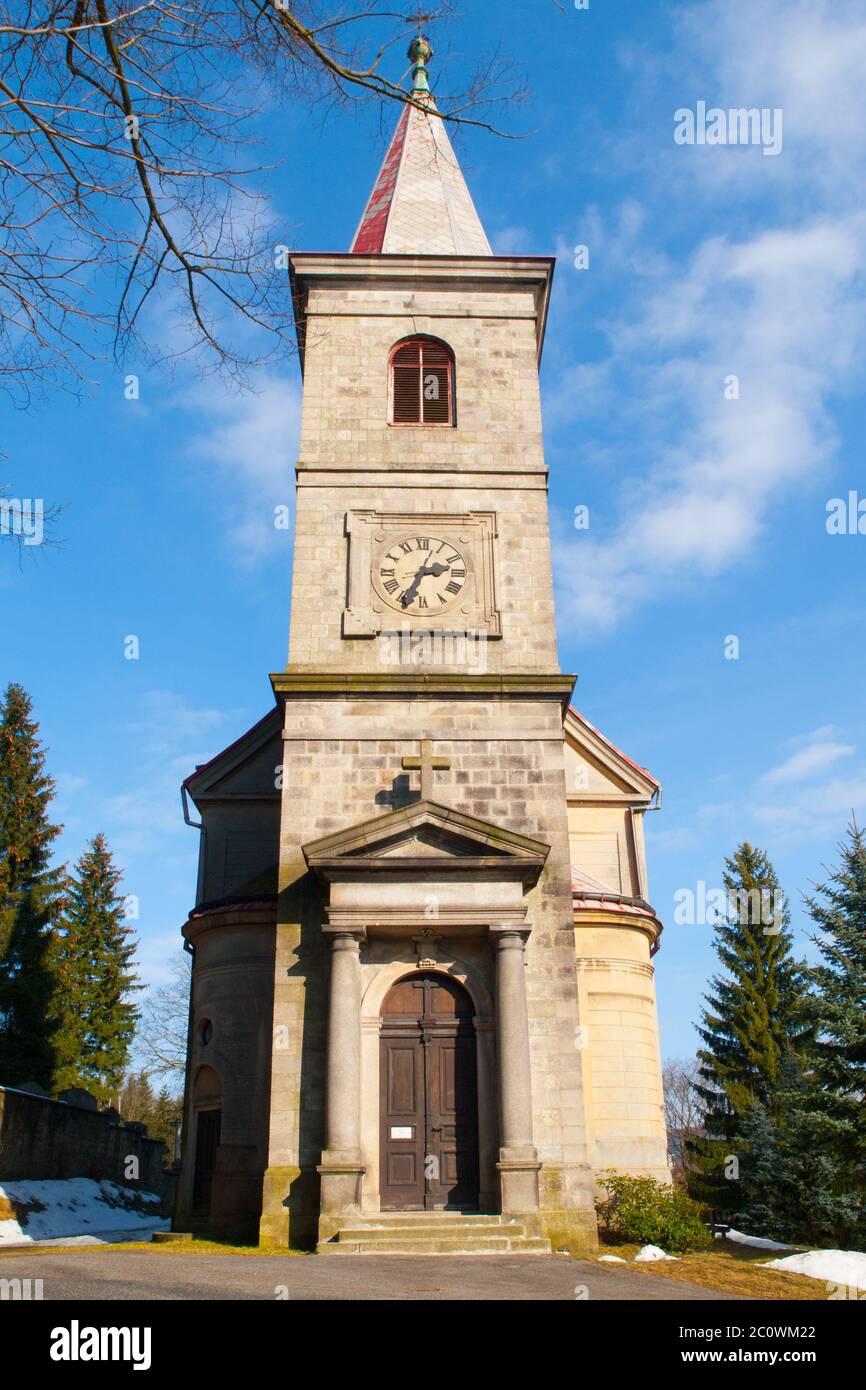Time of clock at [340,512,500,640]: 2:33
